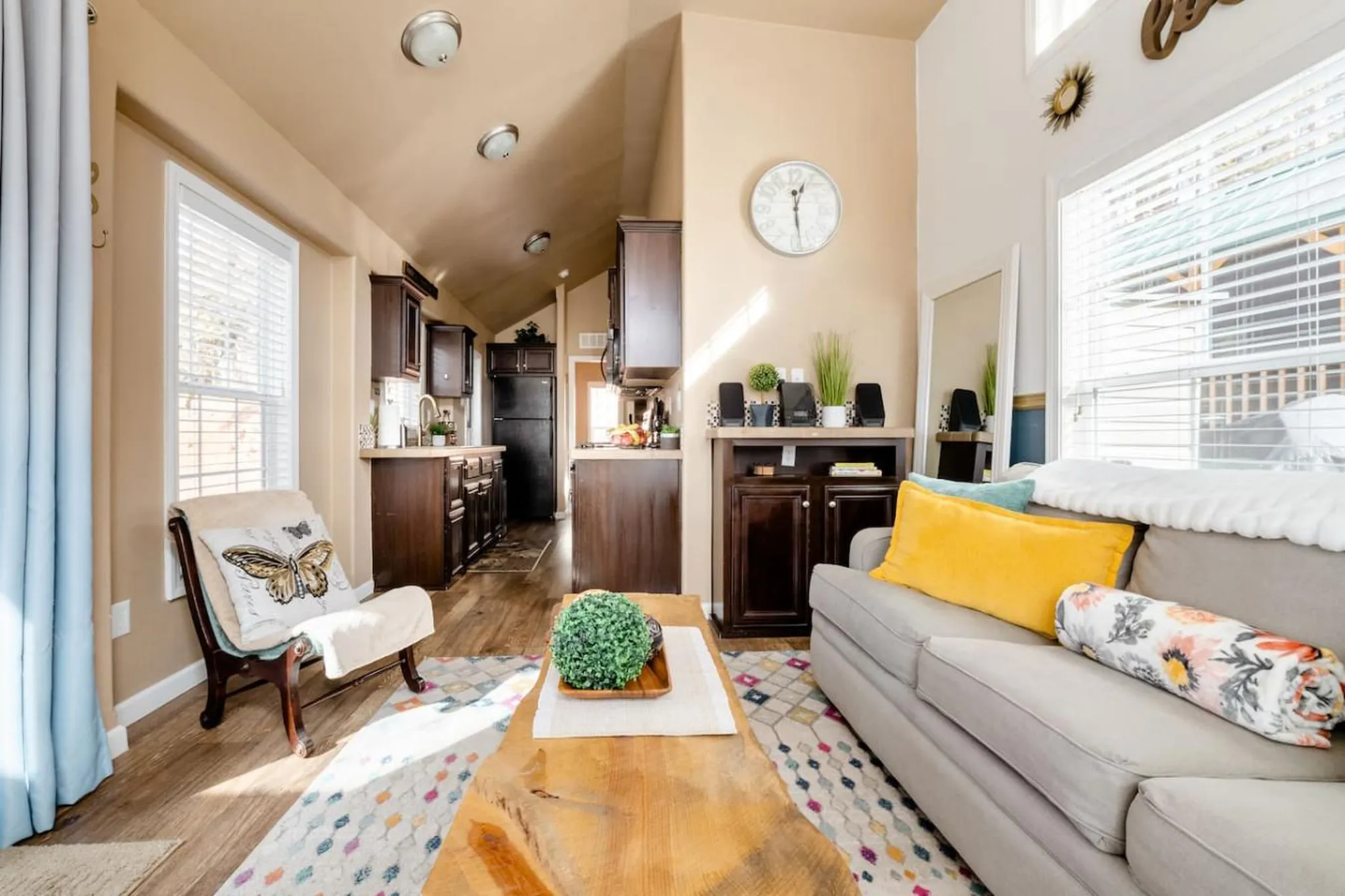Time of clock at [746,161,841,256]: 12:28
